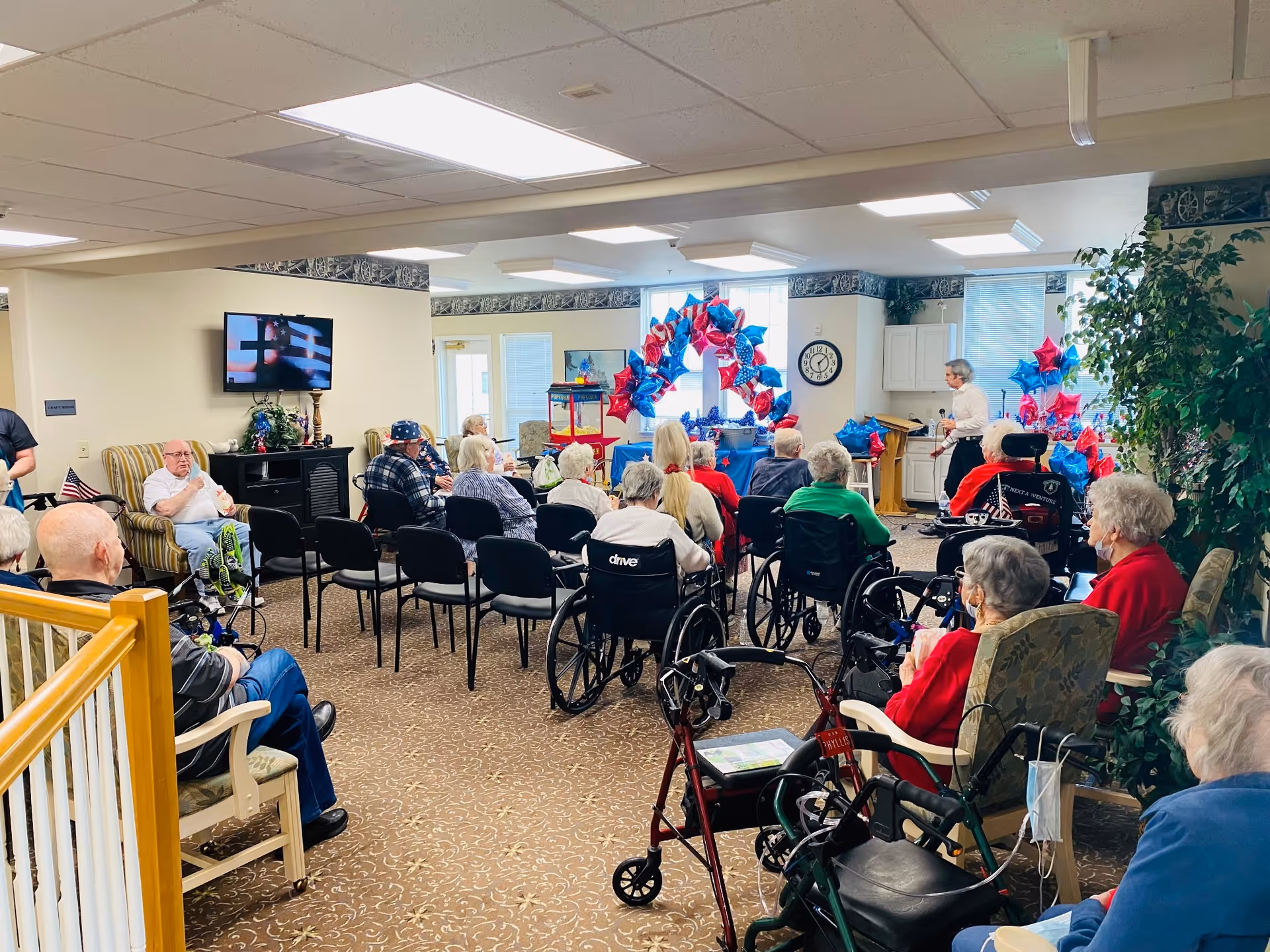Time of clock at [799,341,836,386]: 1:28
